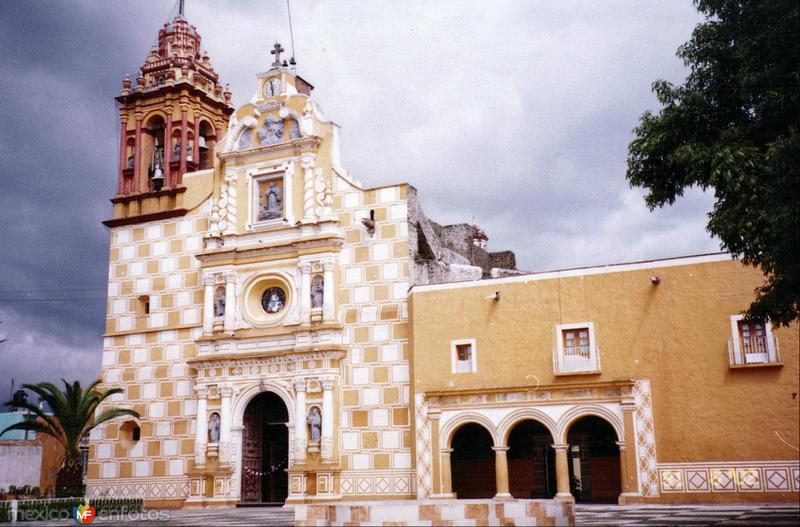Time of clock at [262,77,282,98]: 11:28
